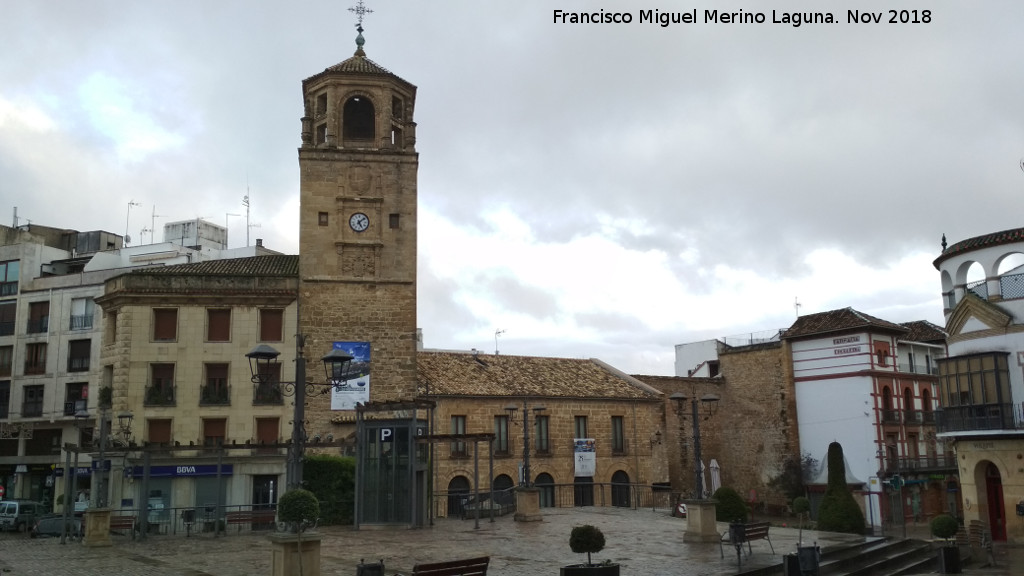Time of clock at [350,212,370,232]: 5:08
